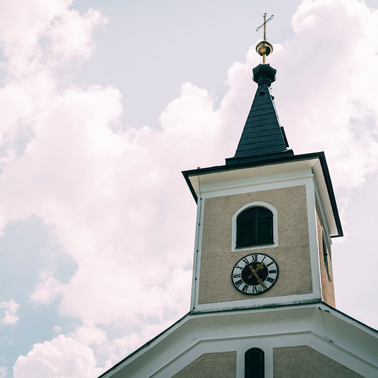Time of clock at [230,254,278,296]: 1:24
